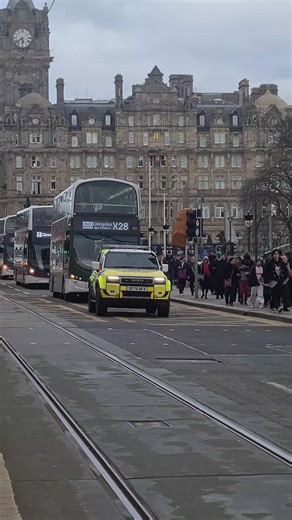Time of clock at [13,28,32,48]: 5:38
